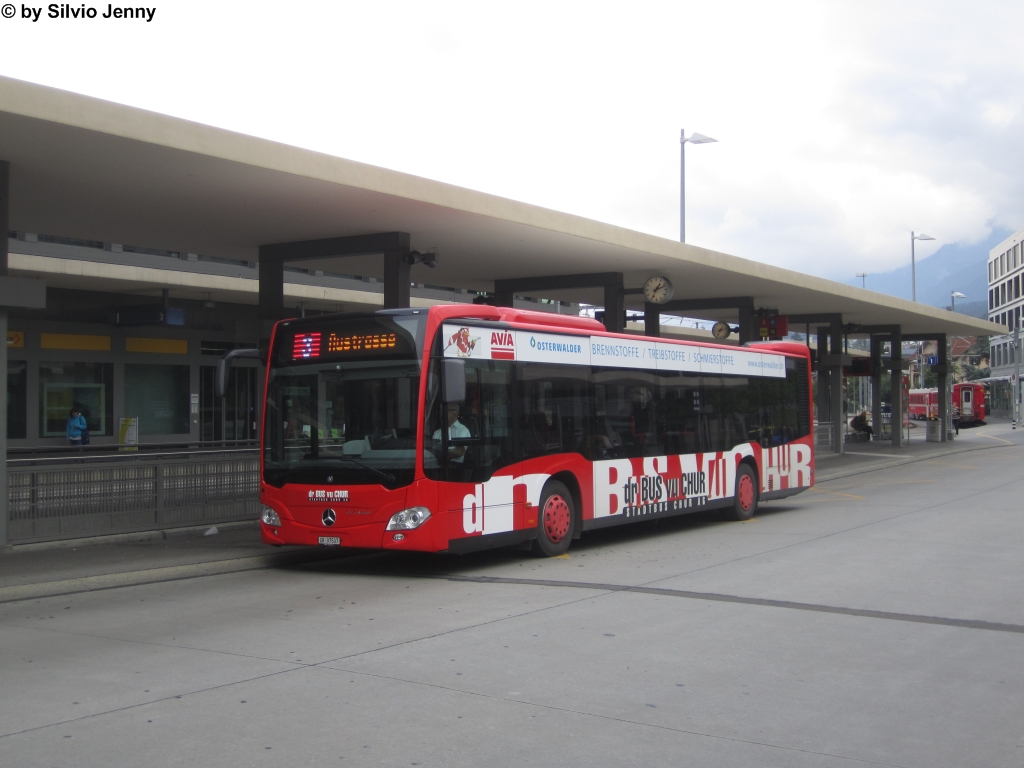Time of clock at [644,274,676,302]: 1:11
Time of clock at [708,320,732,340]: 7:12
